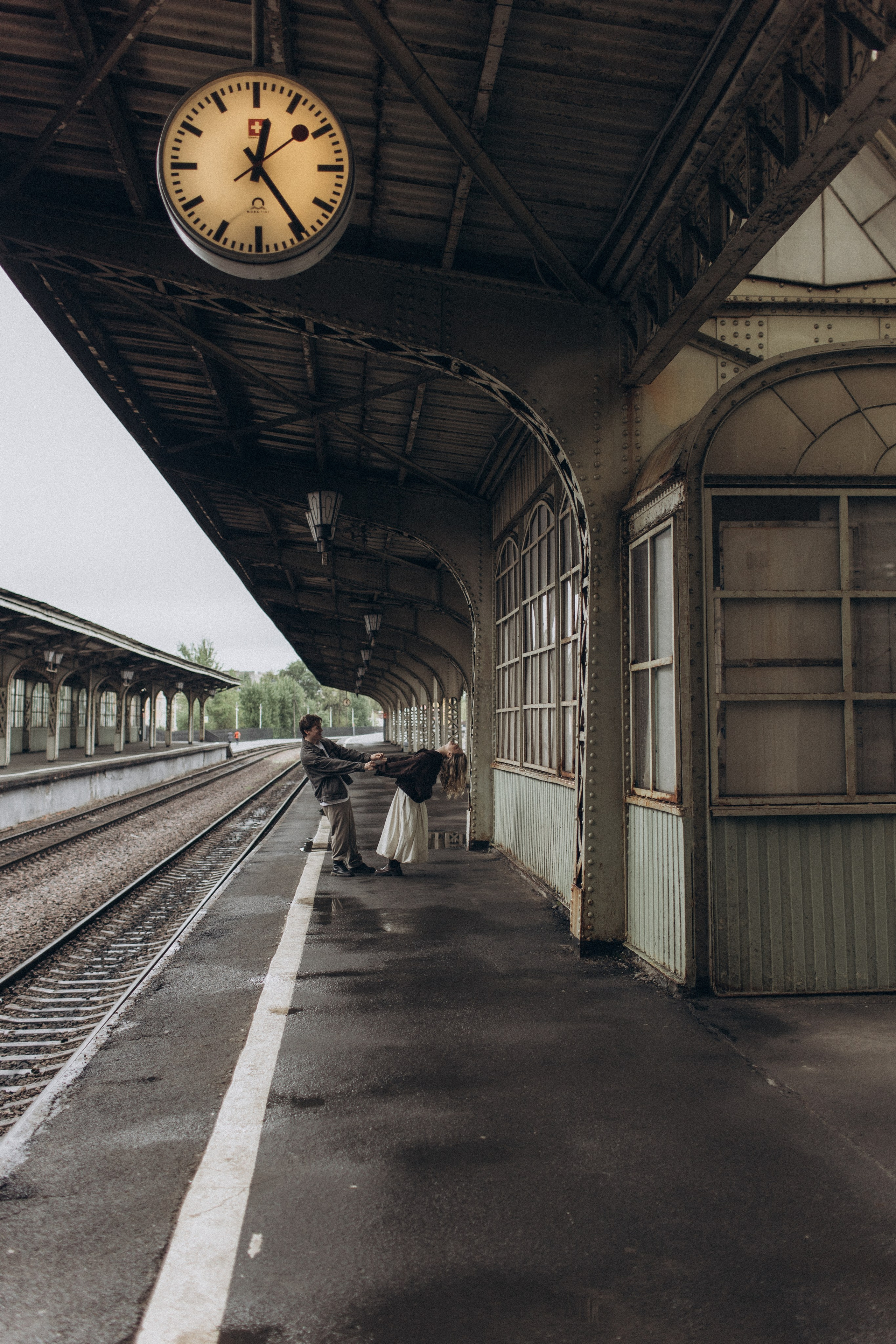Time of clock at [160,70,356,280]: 12:24
